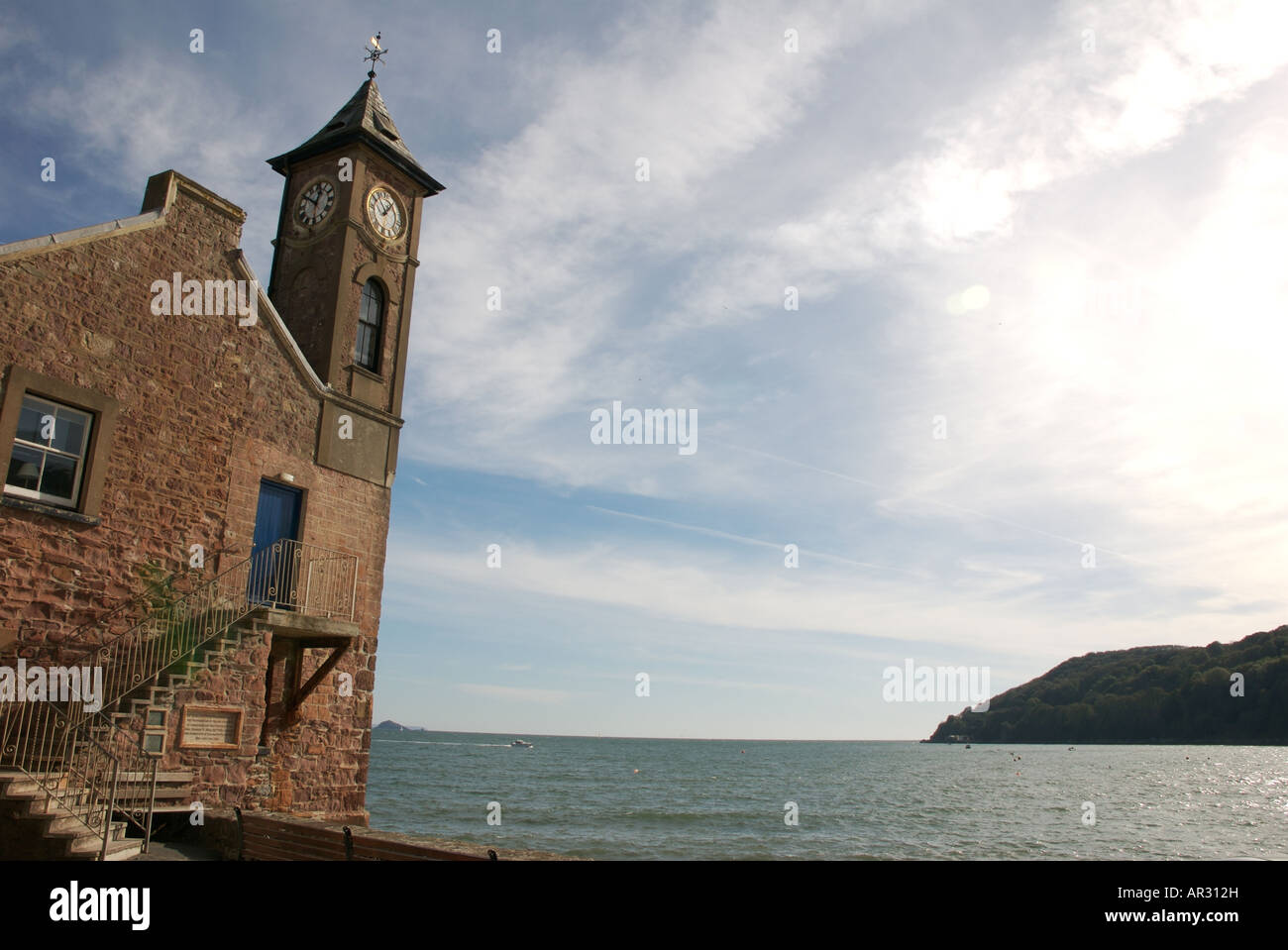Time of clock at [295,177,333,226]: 12:50
